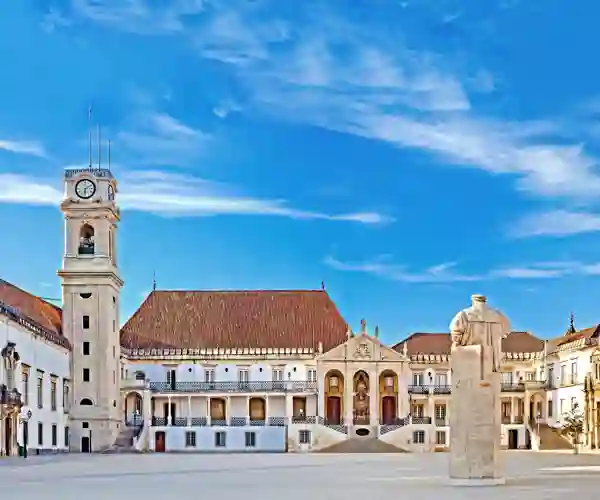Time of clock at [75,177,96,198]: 6:10
